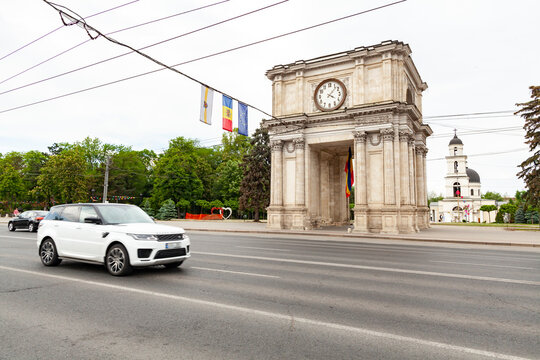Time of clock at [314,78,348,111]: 4:07
